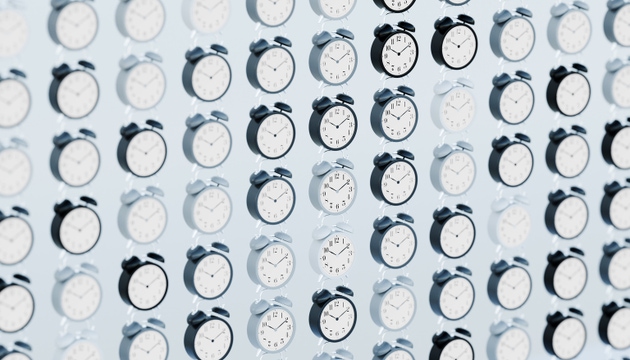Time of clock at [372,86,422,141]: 10:09
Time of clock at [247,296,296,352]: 10:10
